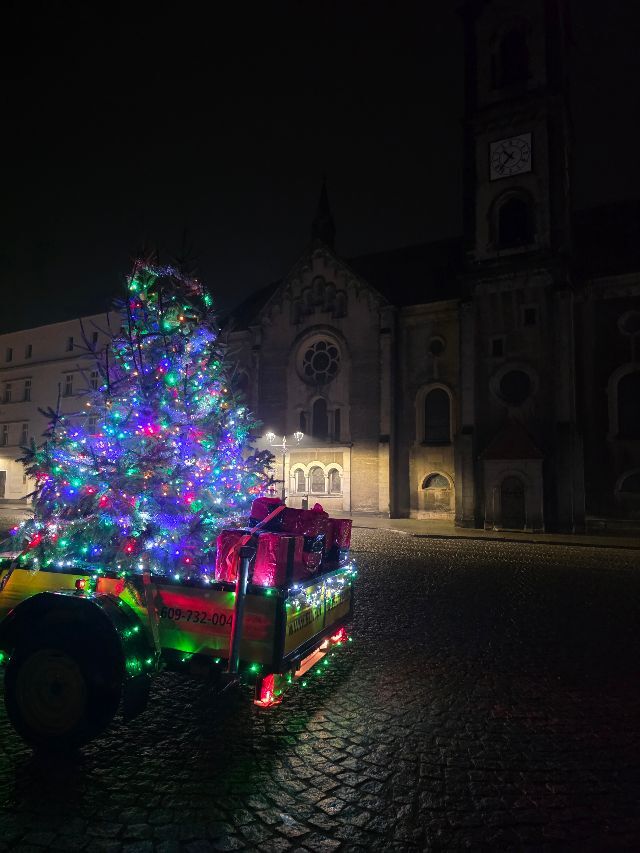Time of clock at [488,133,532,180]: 10:37
